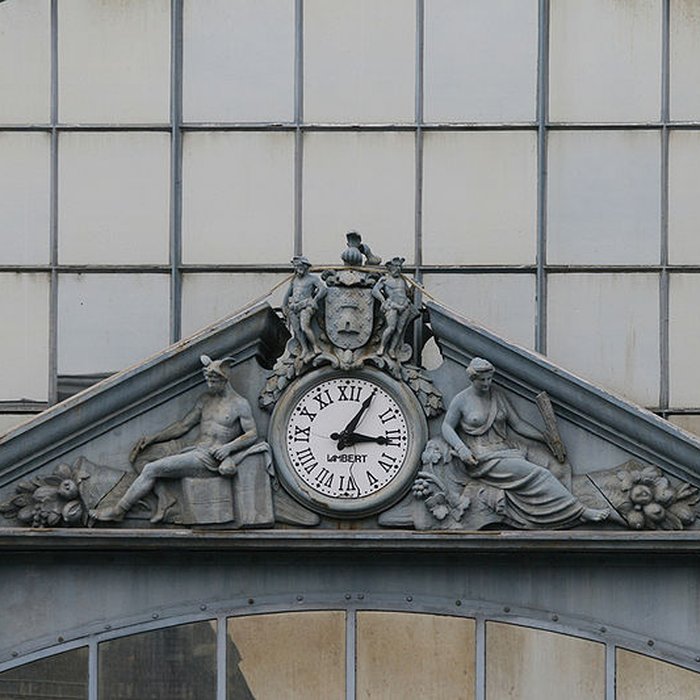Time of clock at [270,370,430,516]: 3:05
